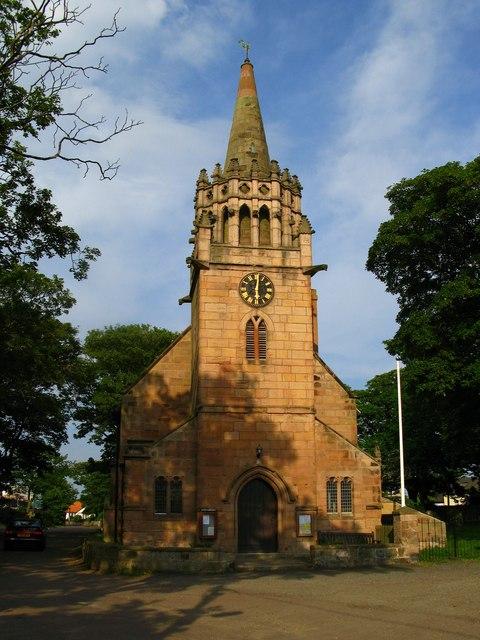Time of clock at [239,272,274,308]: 6:01
